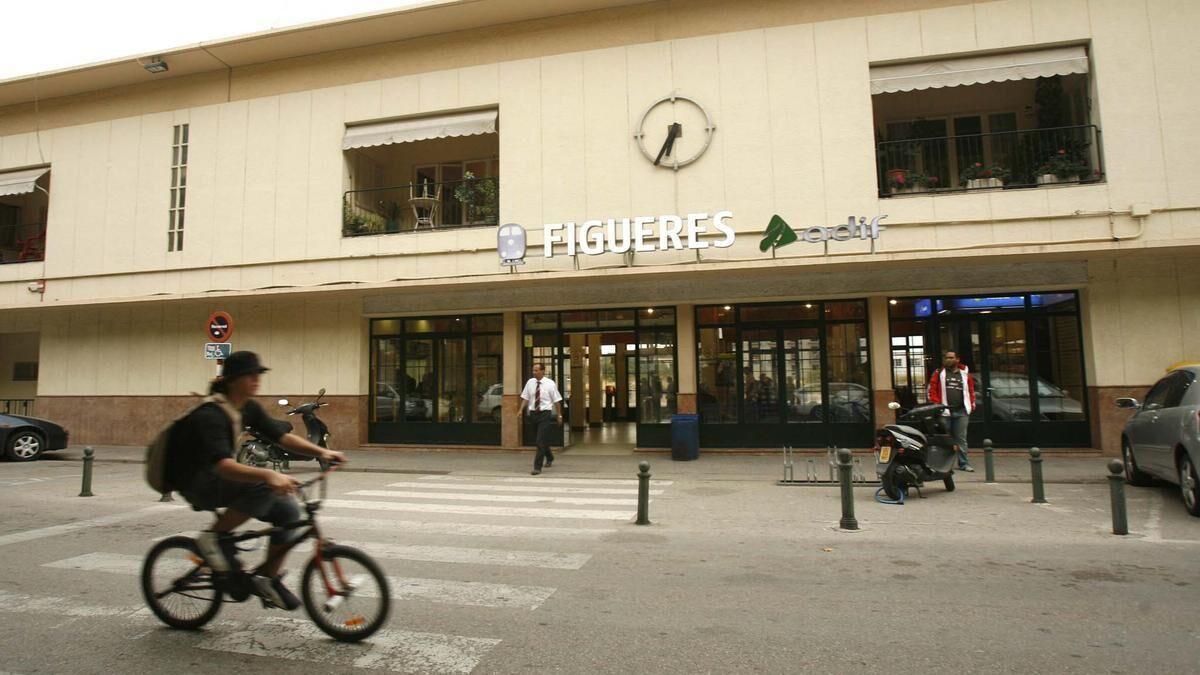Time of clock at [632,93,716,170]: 6:34
